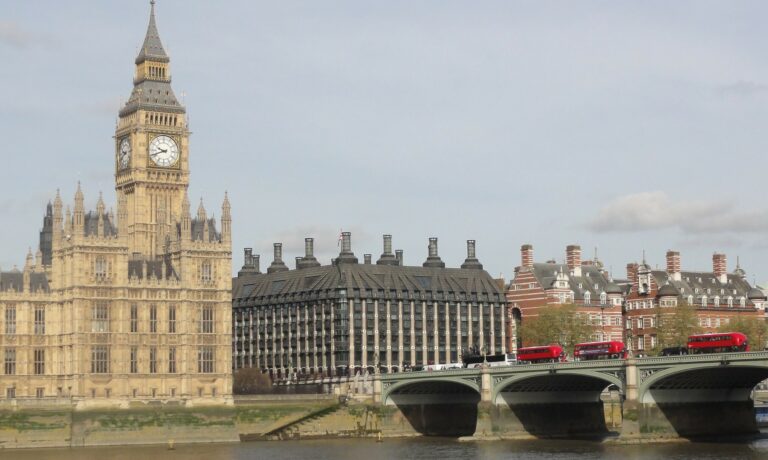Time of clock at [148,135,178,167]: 9:42
